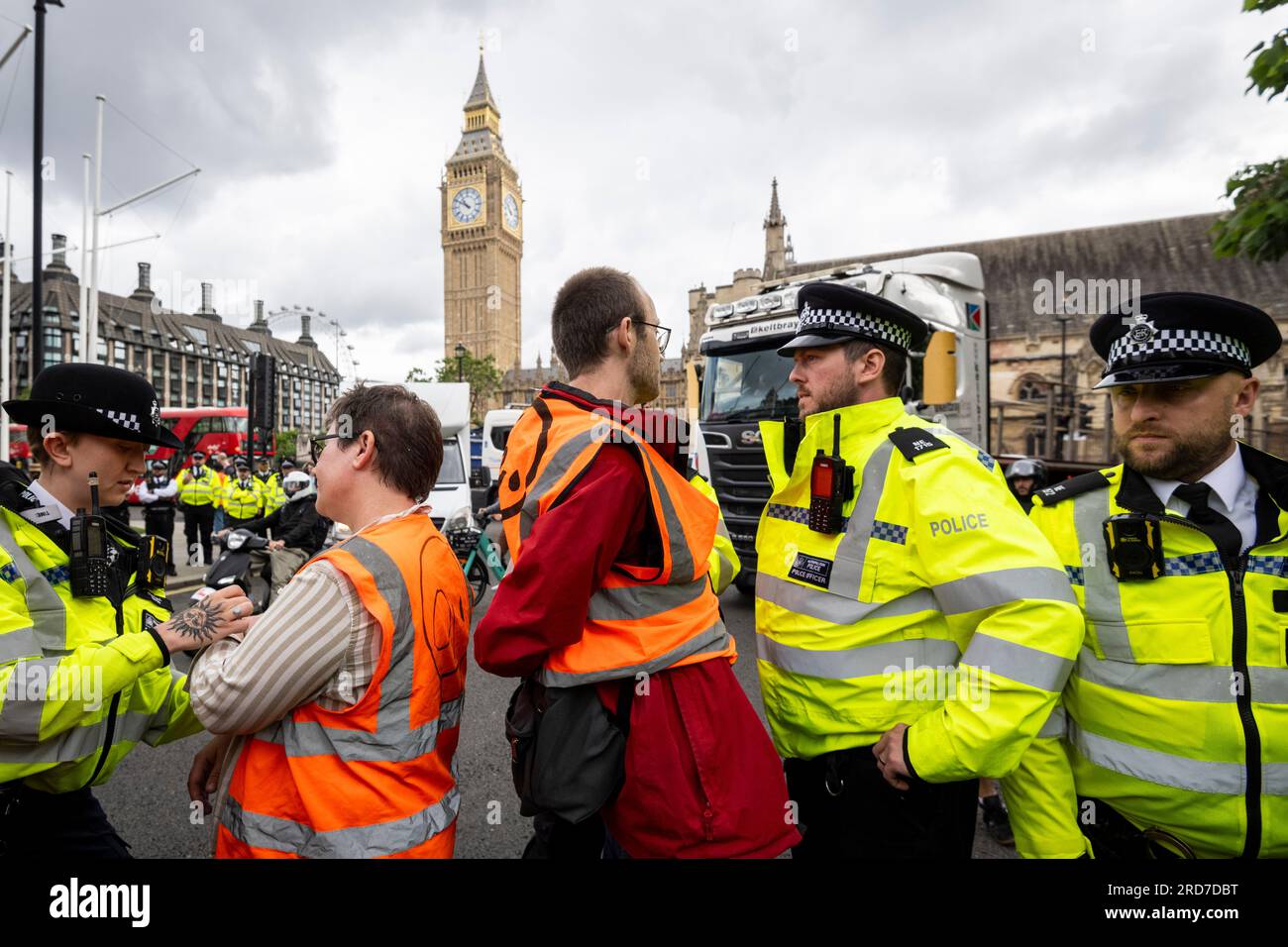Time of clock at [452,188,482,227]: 10:50
